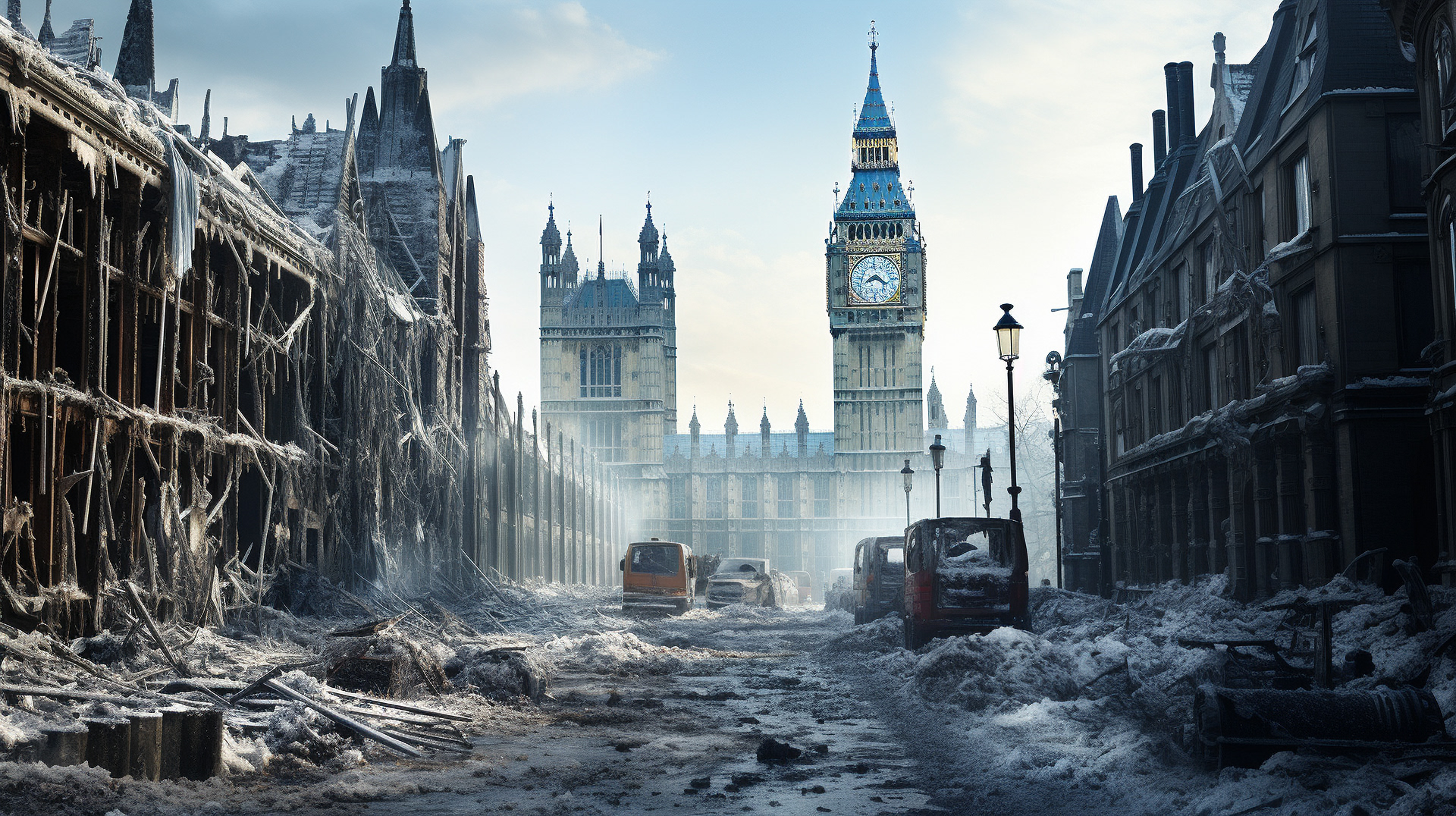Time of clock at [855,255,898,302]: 8:20
